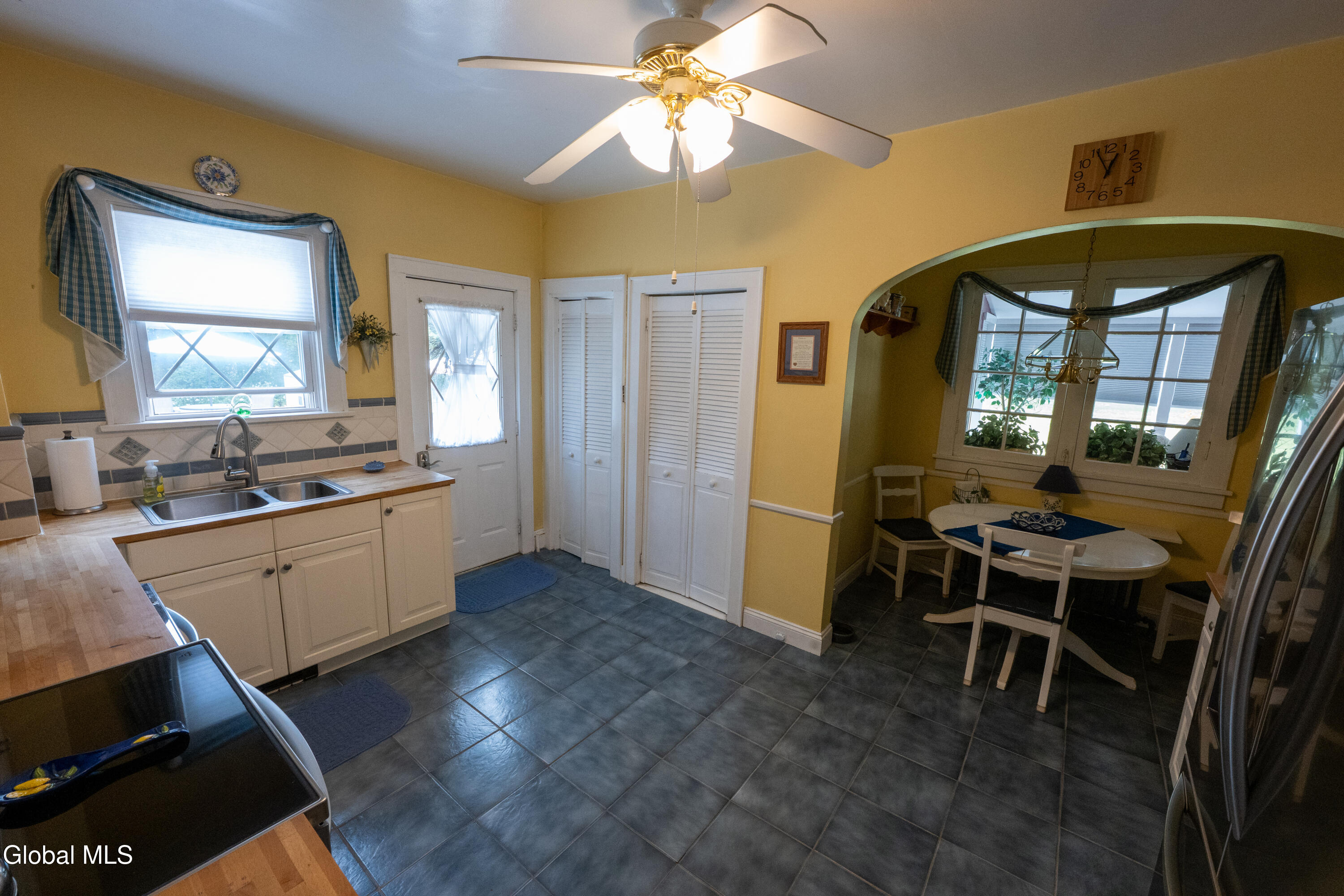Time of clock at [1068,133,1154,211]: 12:55
